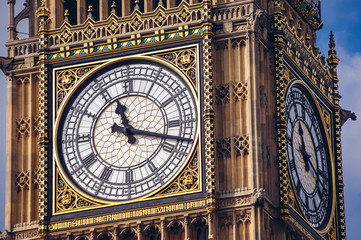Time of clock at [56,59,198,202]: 11:17
